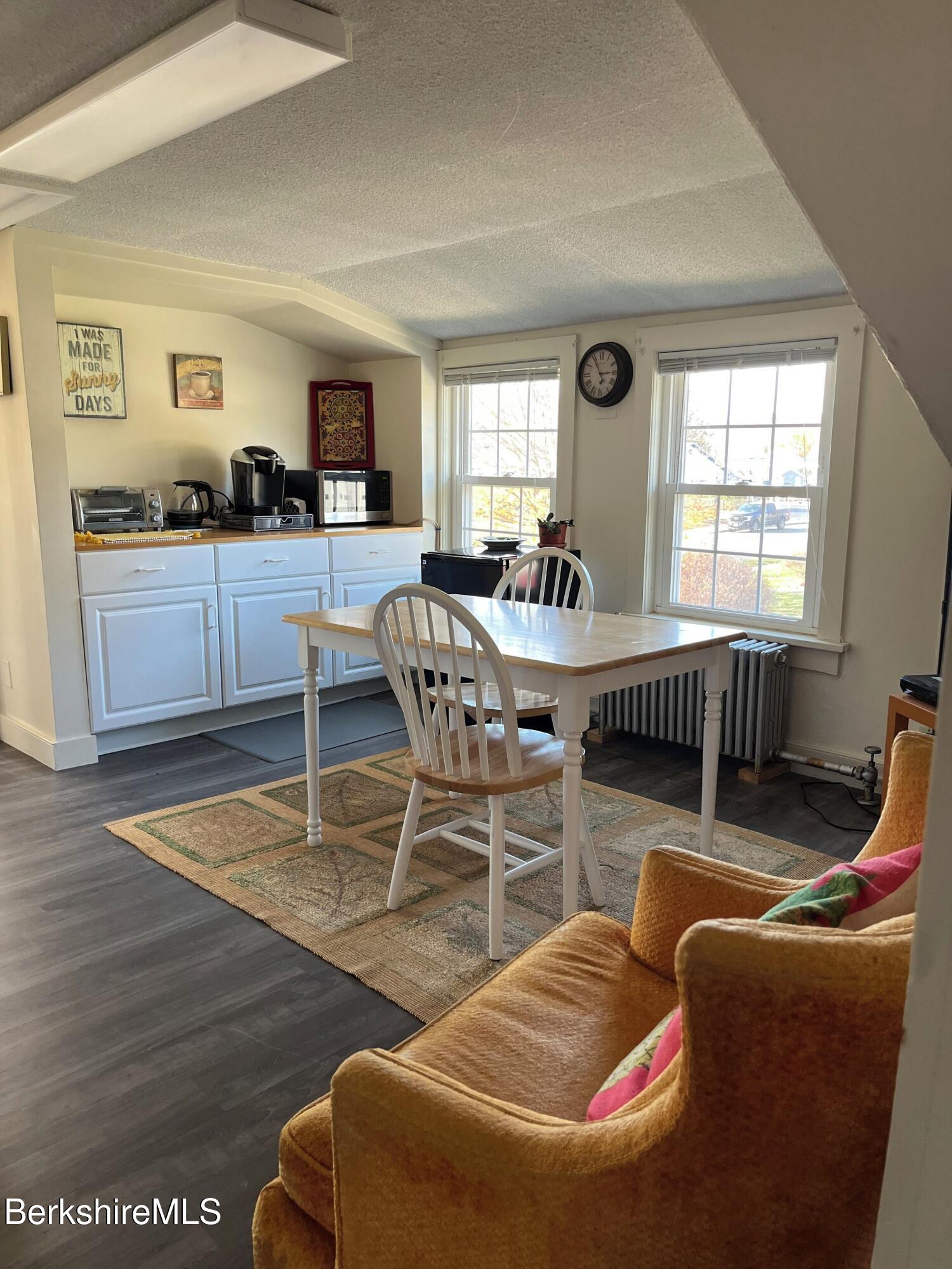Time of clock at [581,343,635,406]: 2:54
